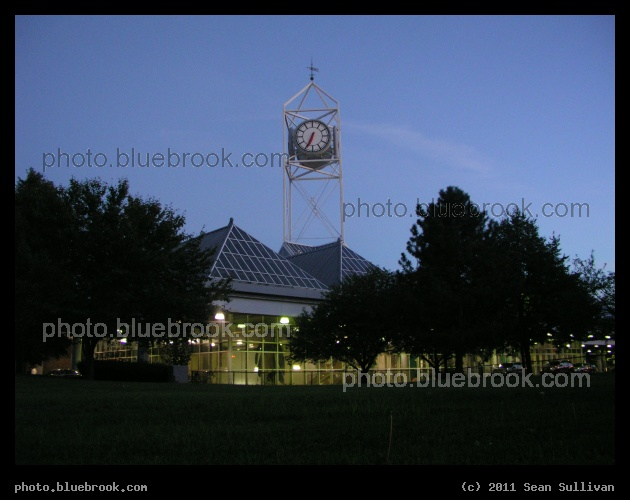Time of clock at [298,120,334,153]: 6:34
